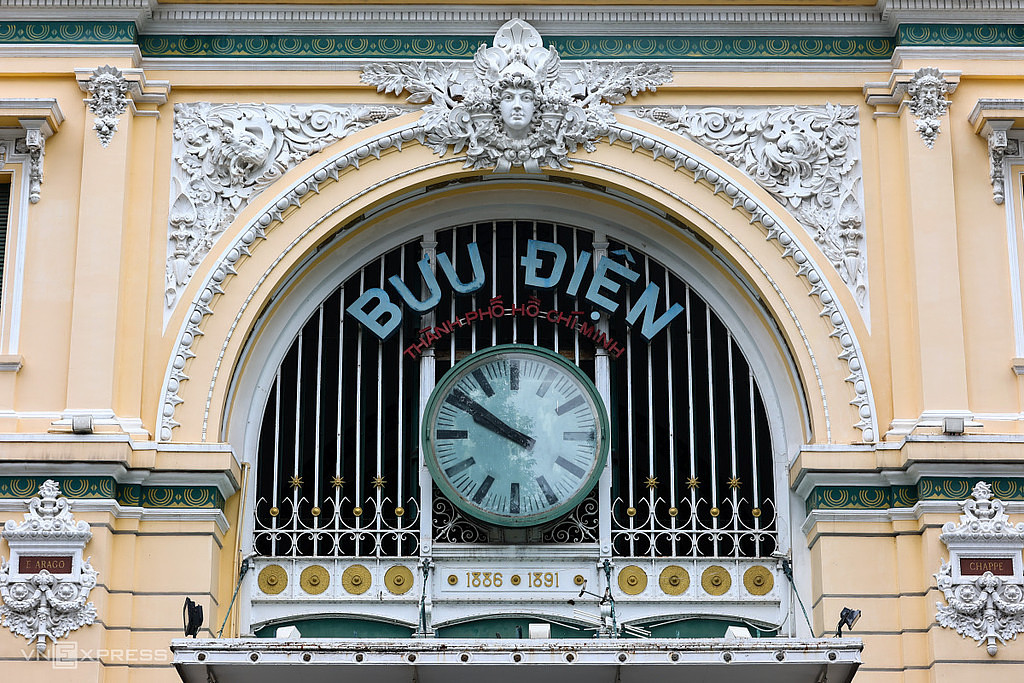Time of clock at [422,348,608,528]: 9:50
